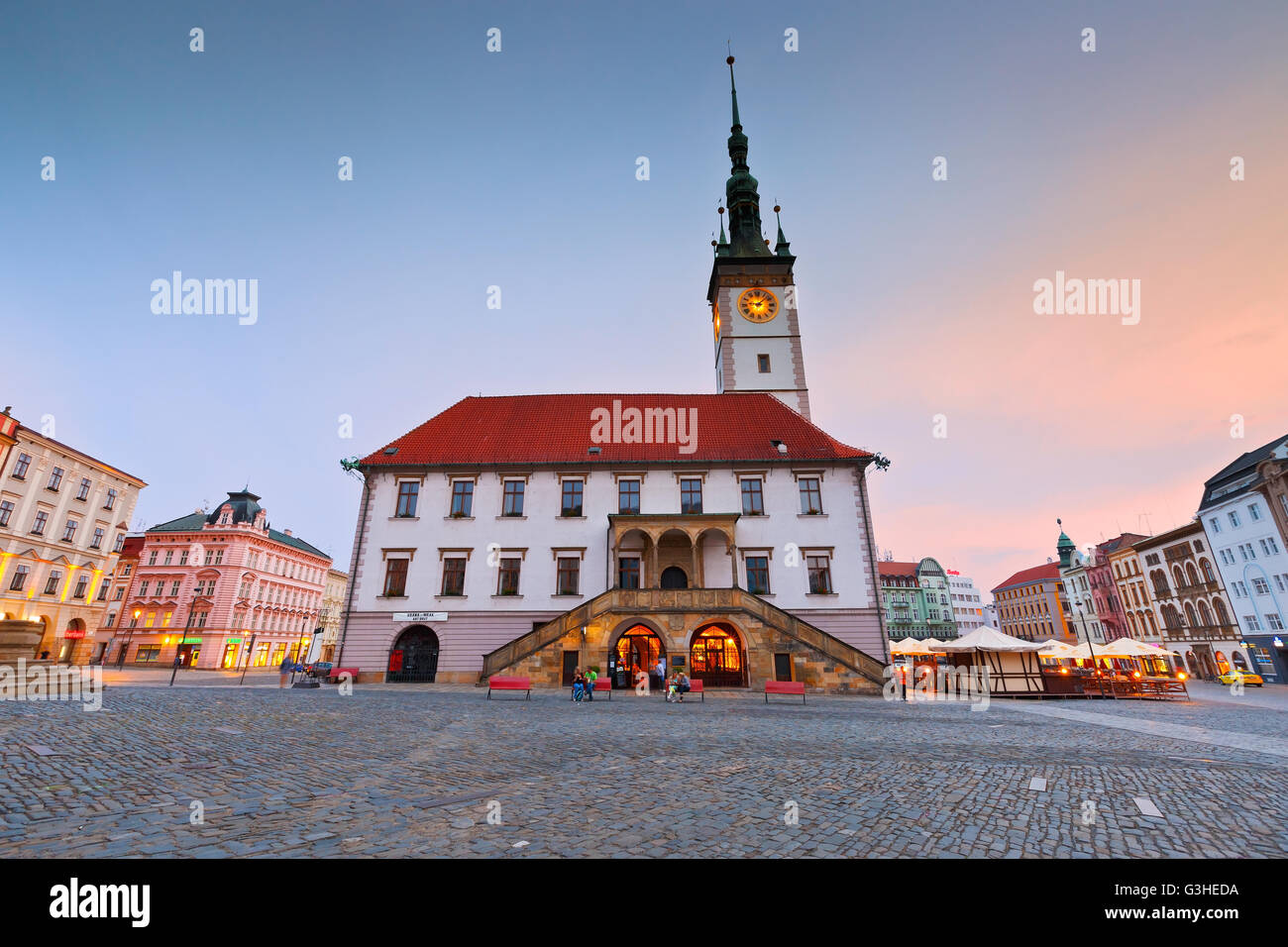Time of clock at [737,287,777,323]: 9:07
